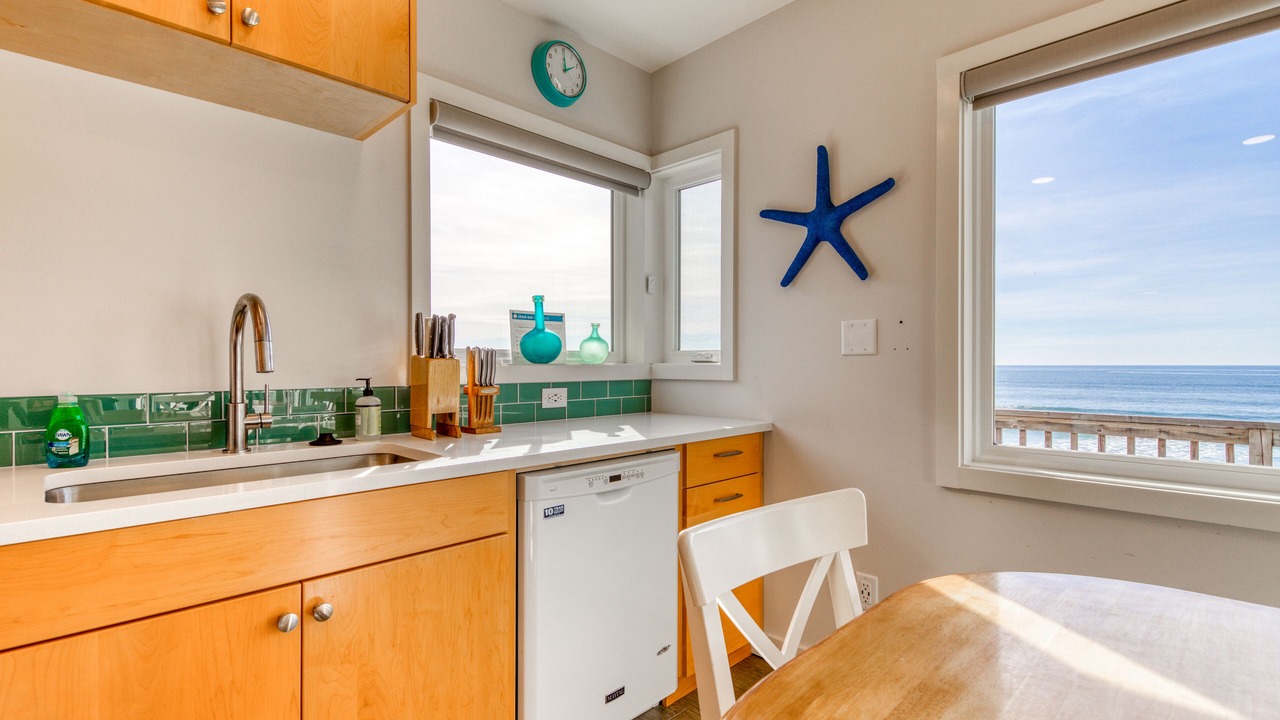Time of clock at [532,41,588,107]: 2:00
